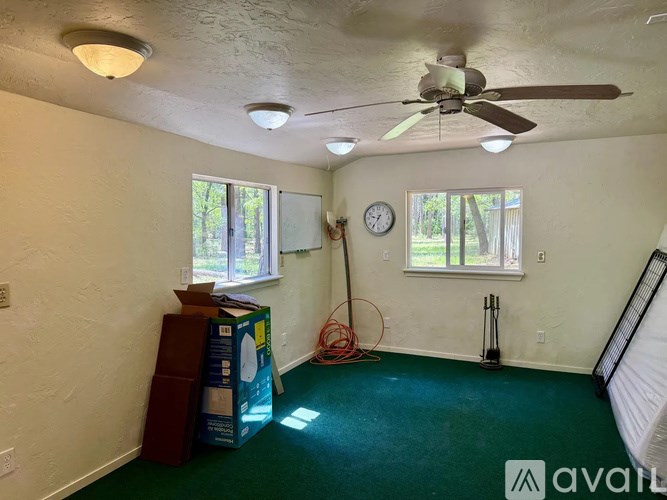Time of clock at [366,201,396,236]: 9:35
